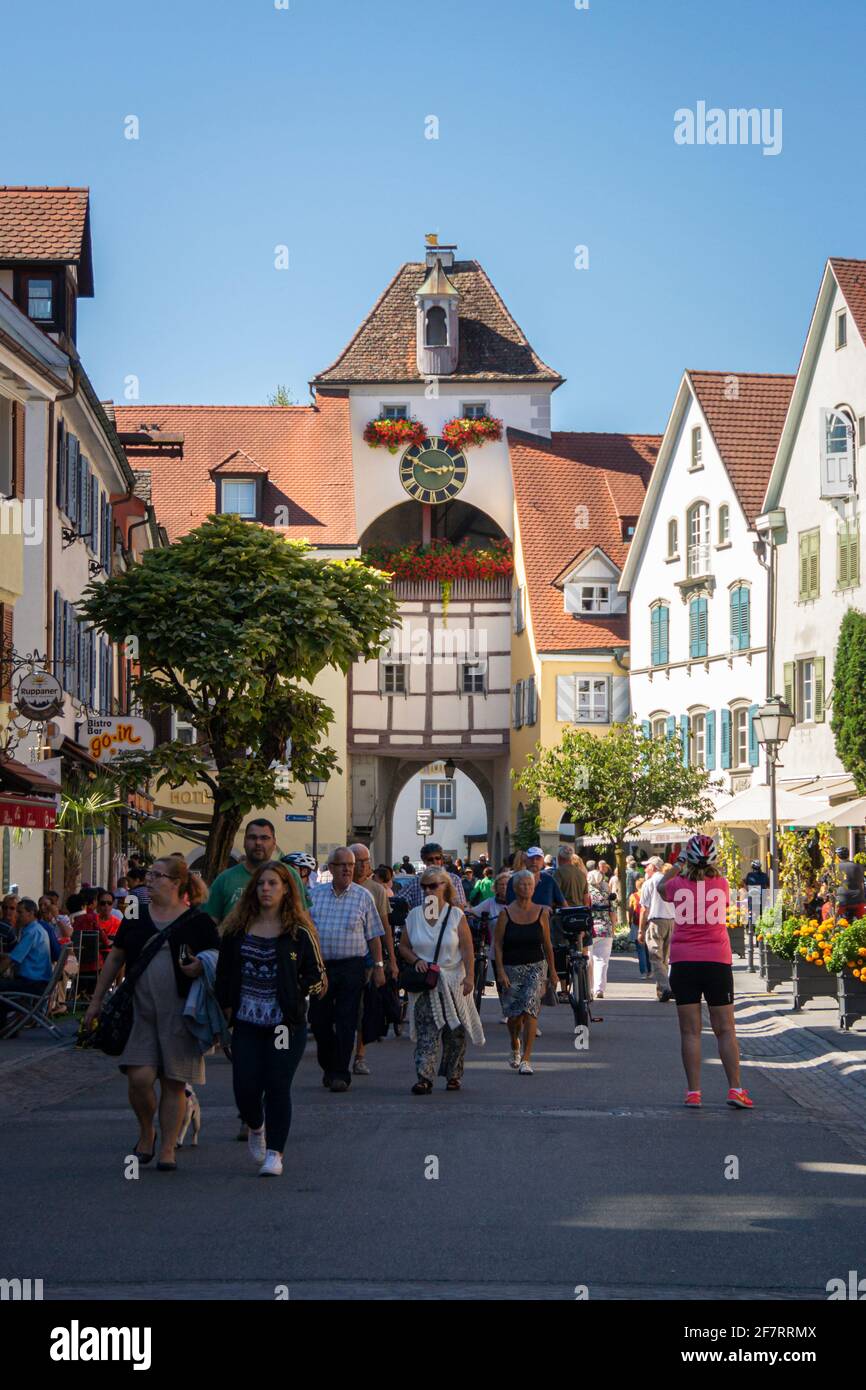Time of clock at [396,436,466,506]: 2:49
